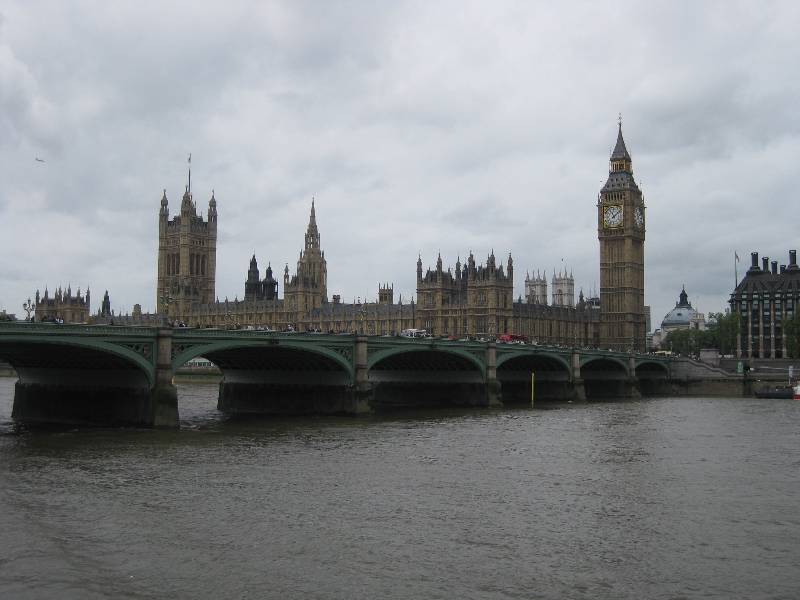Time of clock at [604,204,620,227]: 11:08
